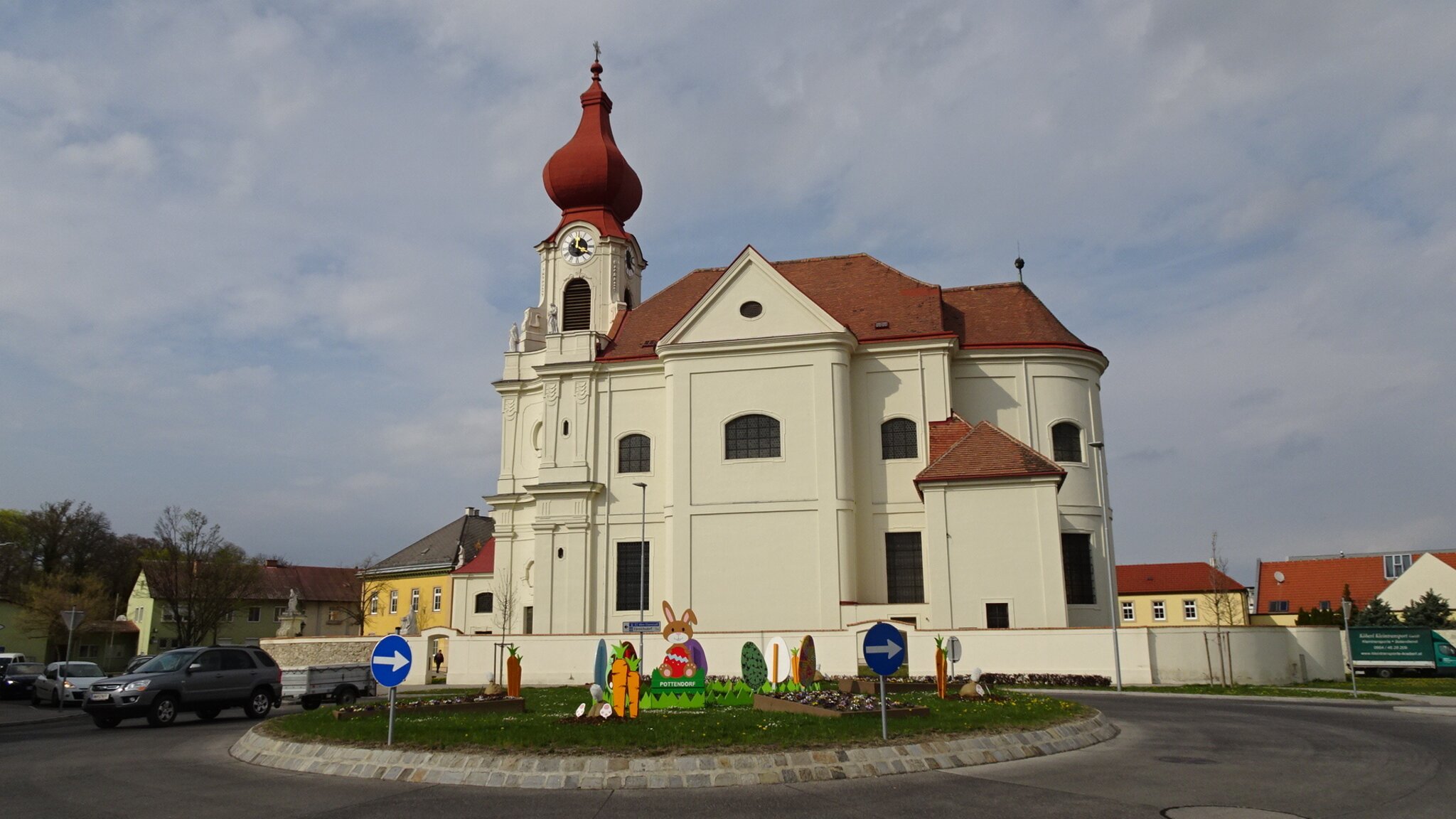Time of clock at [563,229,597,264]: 12:19
